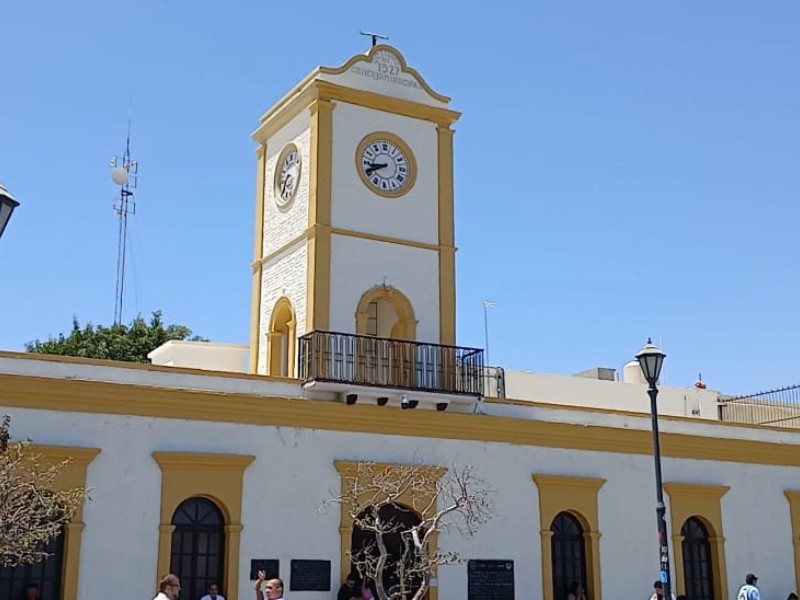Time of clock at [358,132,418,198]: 8:40
